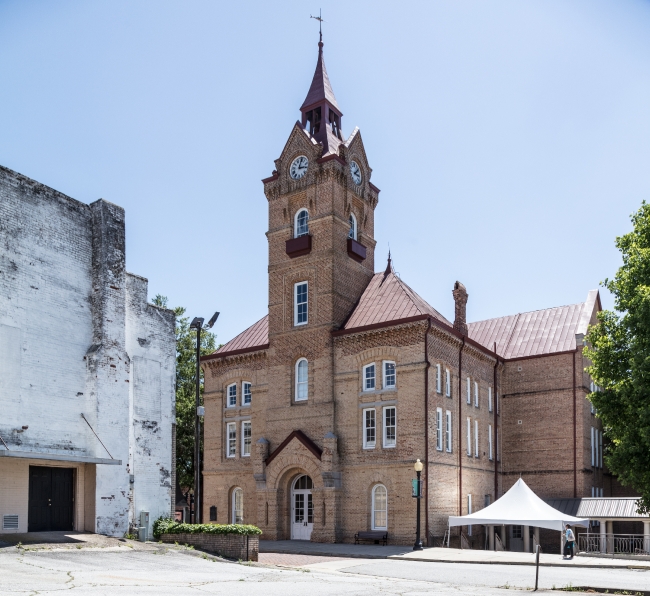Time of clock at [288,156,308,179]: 12:13
